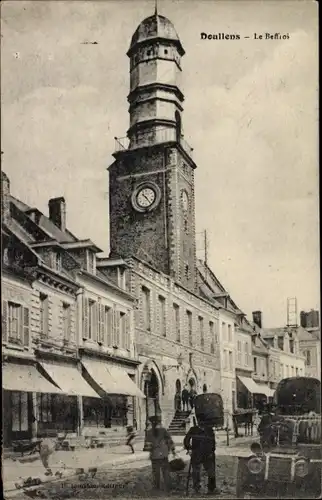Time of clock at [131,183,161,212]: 10:23
